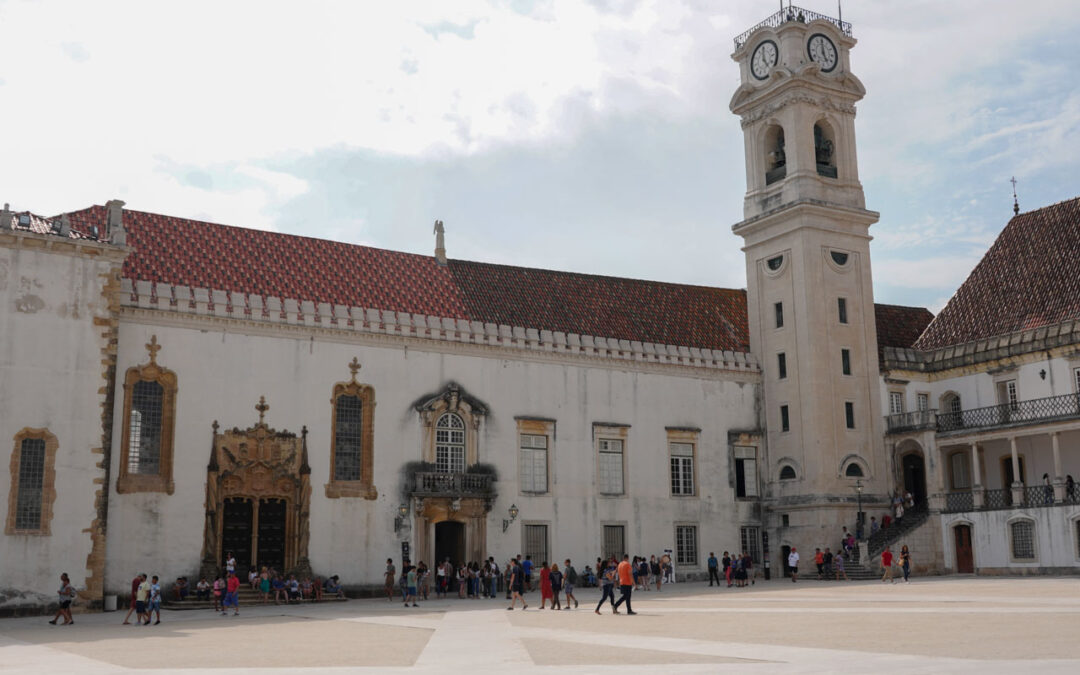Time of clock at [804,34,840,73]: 4:59
